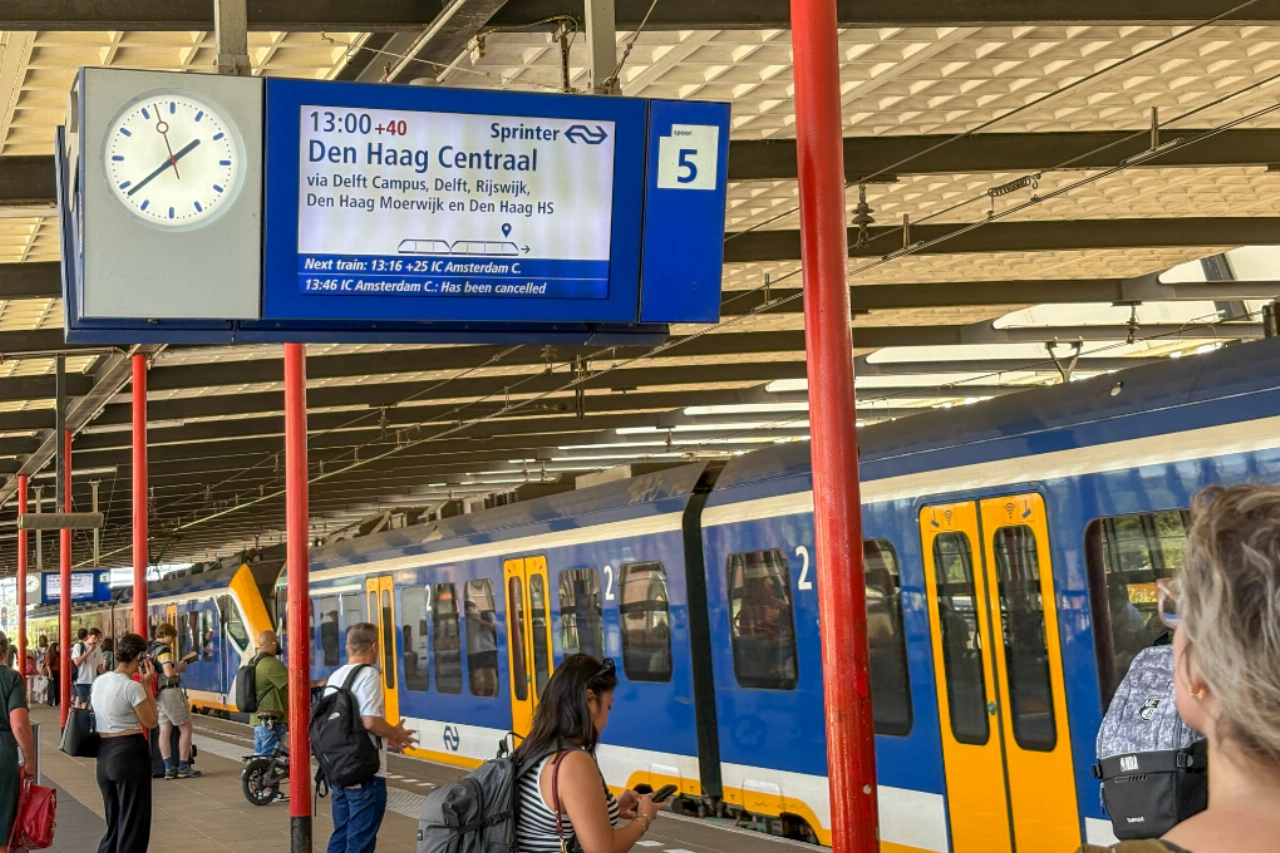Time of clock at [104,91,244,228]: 1:38
